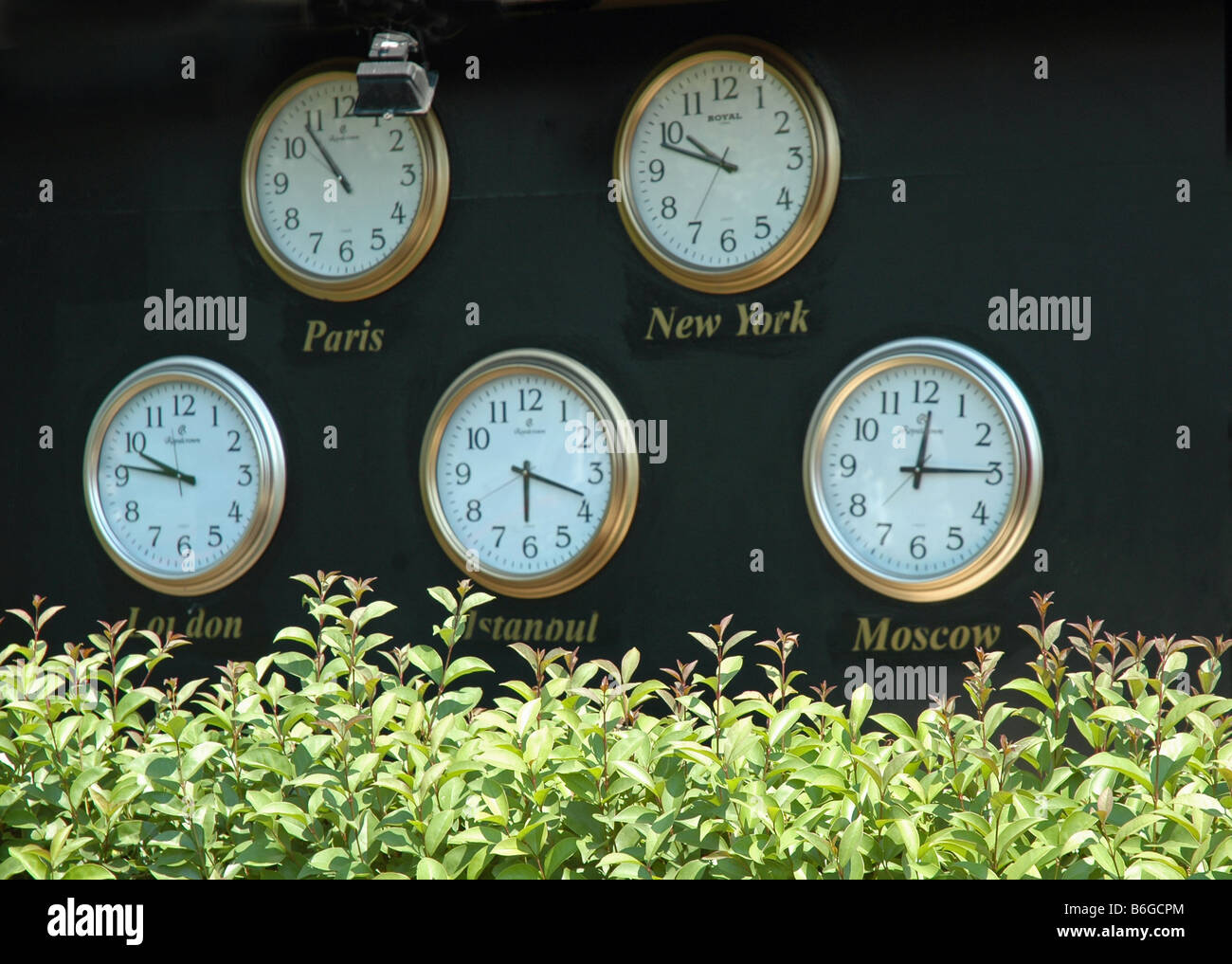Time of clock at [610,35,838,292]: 9:48
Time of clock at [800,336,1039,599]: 12:14
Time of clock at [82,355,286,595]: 9:45
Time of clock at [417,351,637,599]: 6:18
